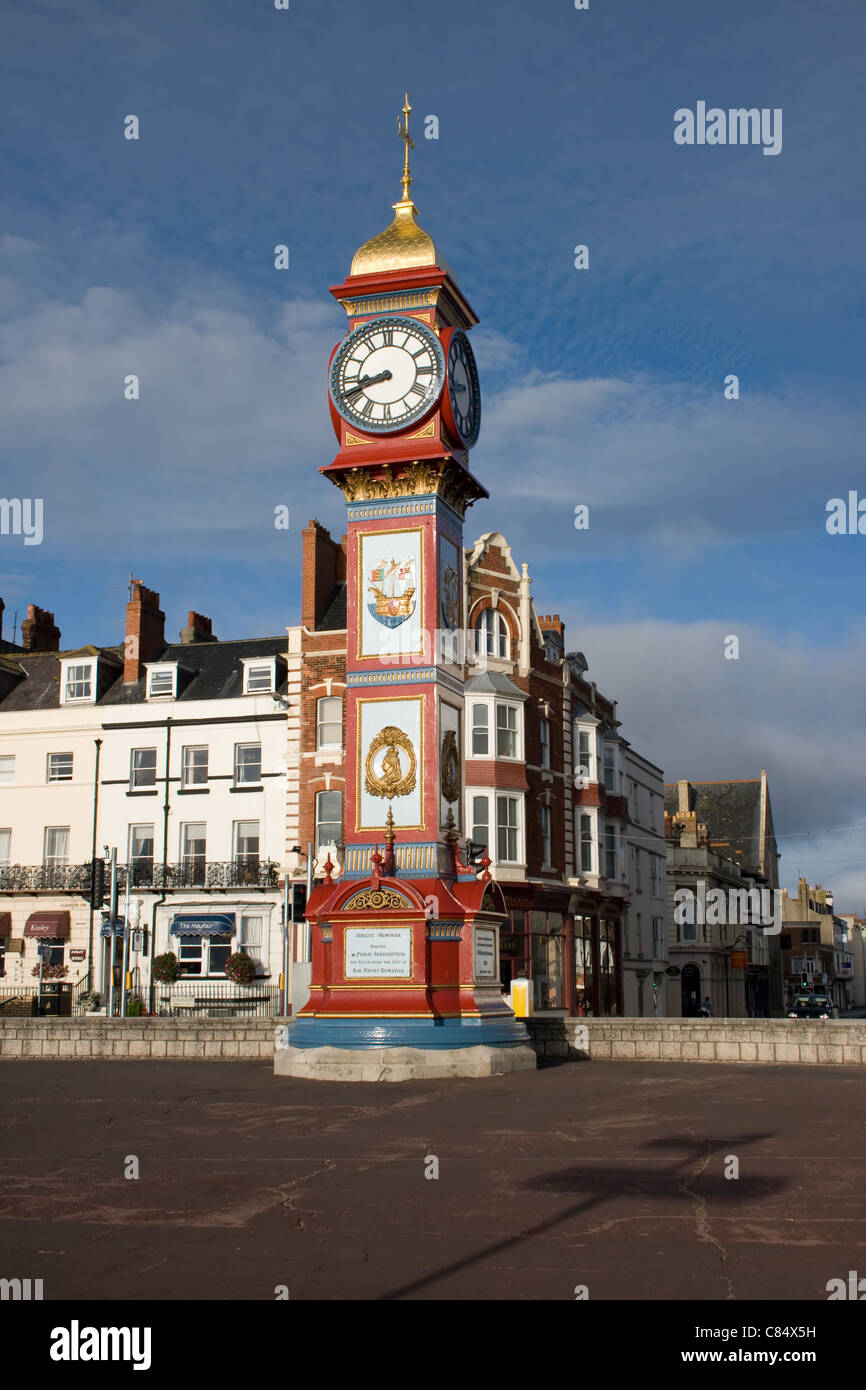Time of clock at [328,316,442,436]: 8:41
